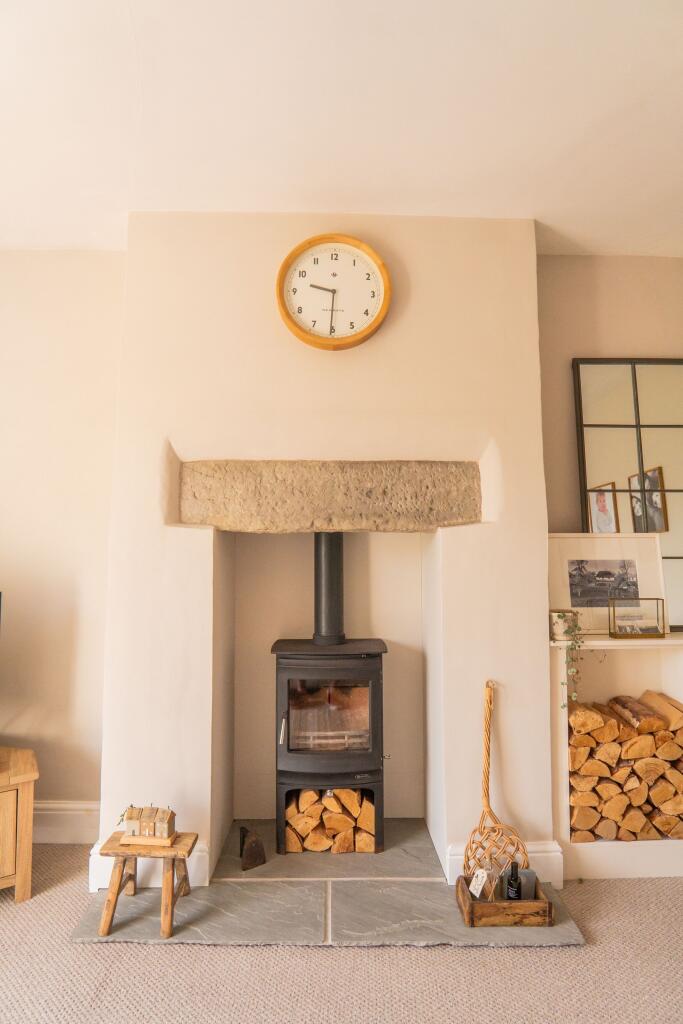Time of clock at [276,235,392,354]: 9:30
